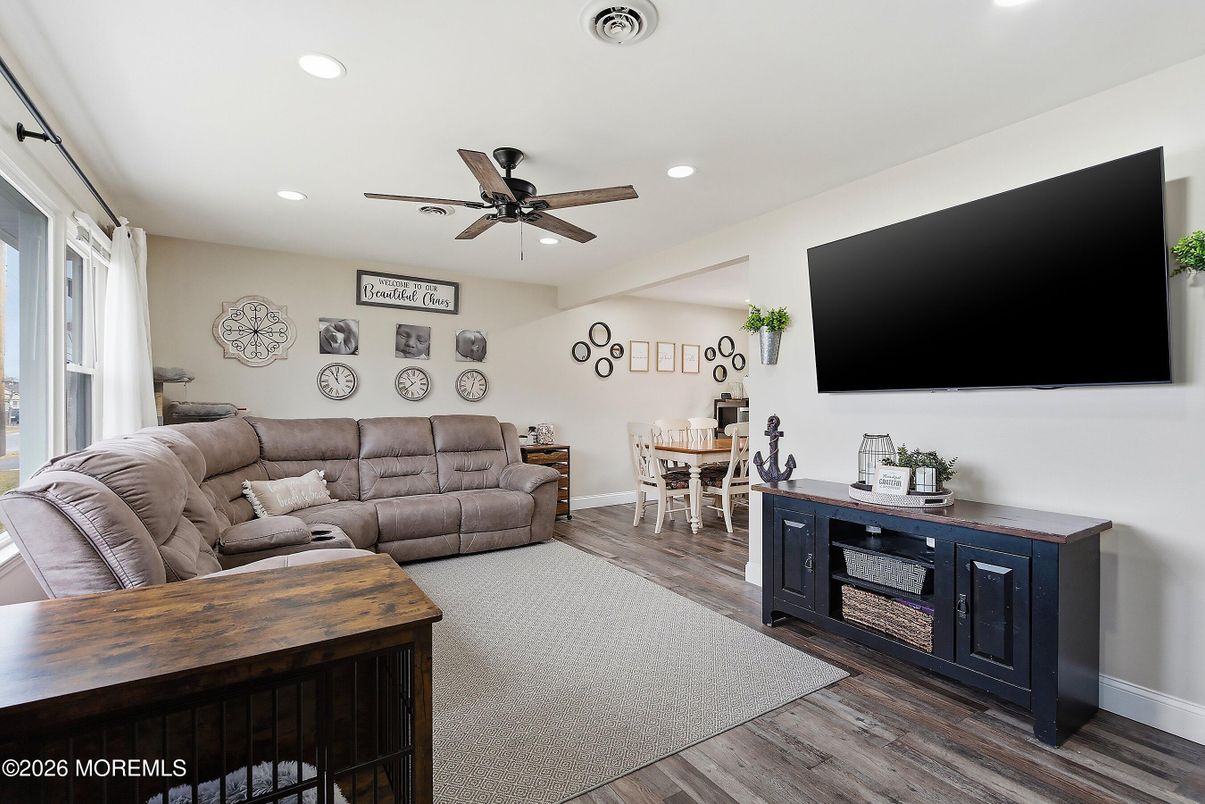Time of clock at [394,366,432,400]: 10:37
